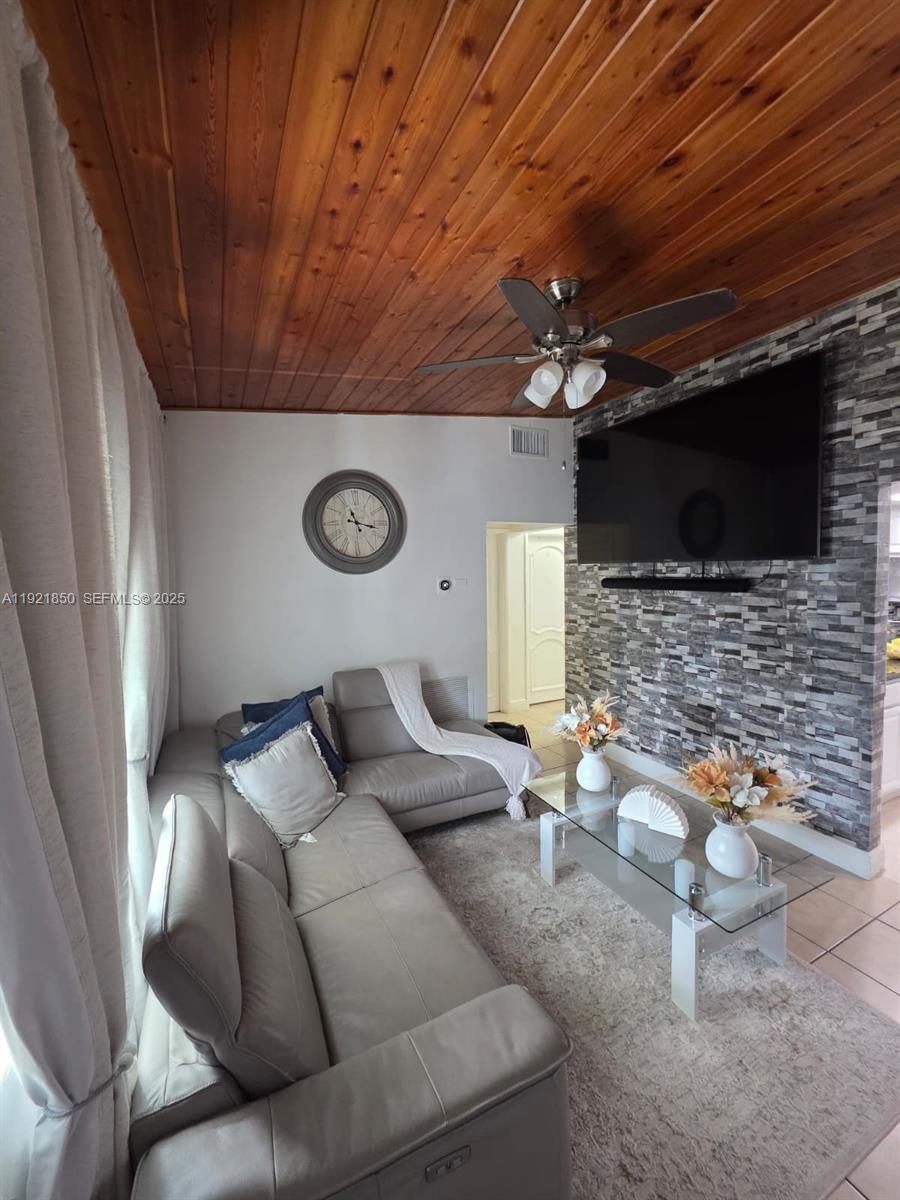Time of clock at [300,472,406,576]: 11:17
